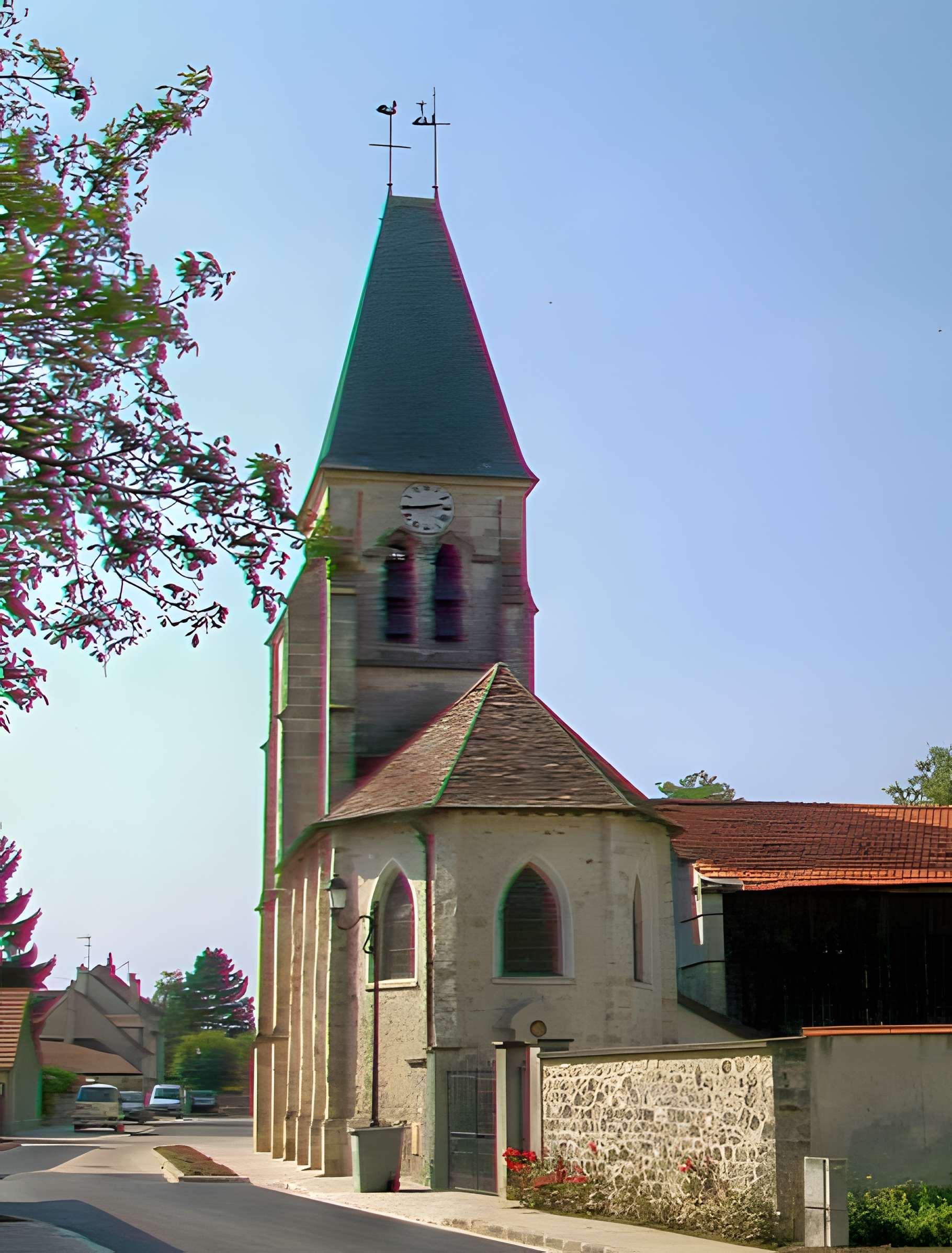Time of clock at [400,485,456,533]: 2:44
